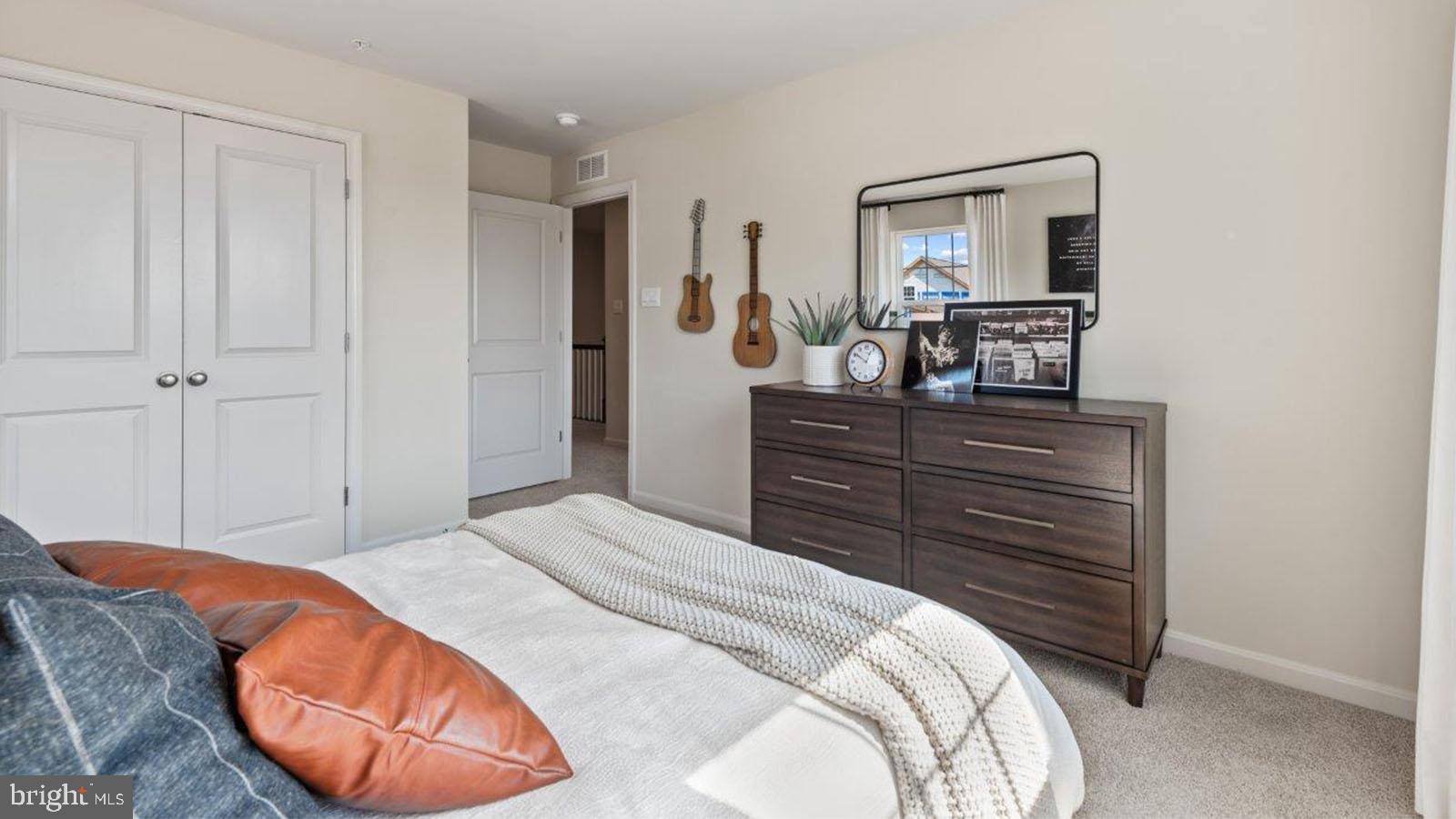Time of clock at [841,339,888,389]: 12:50
